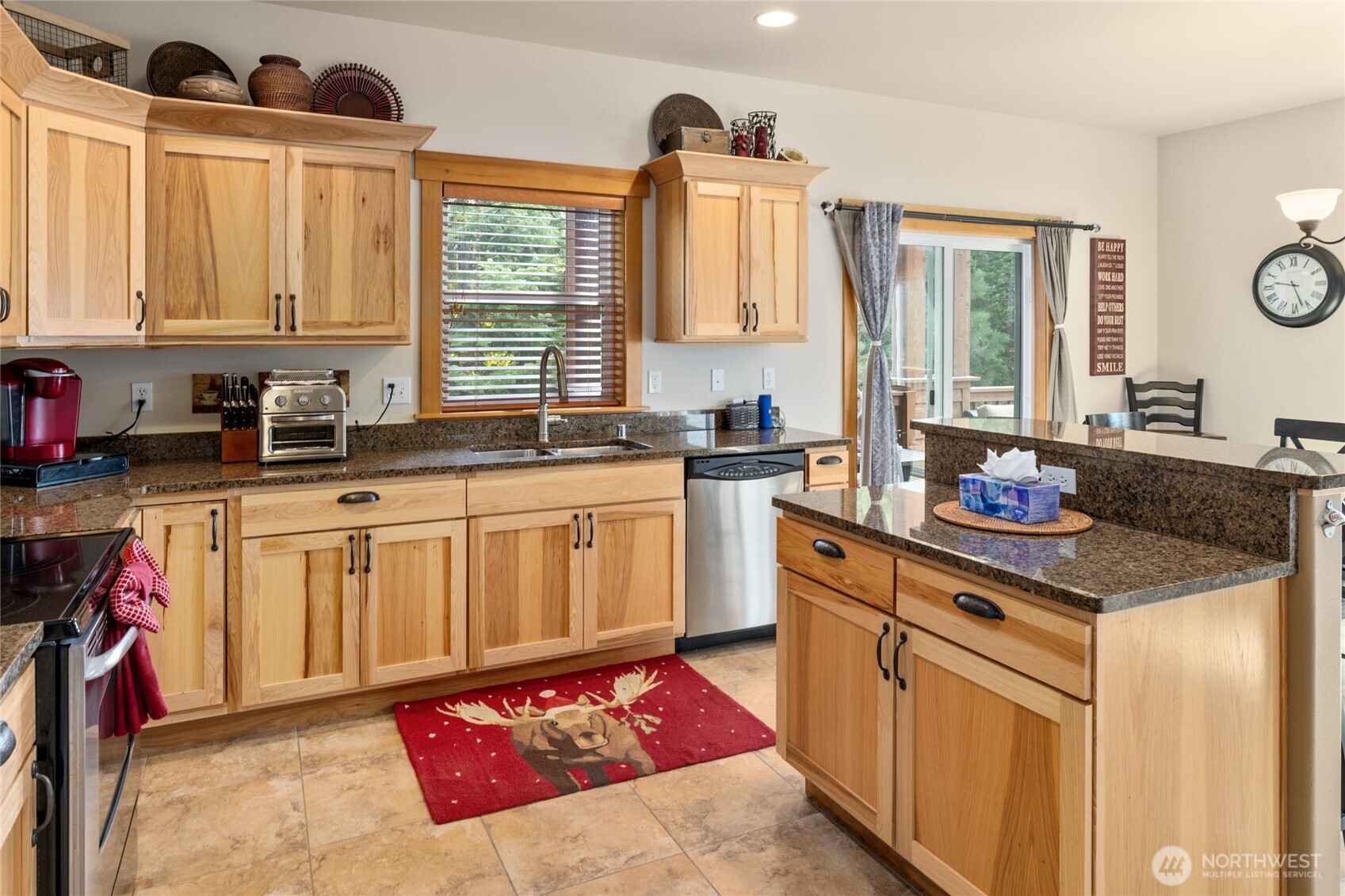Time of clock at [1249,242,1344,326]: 9:26
